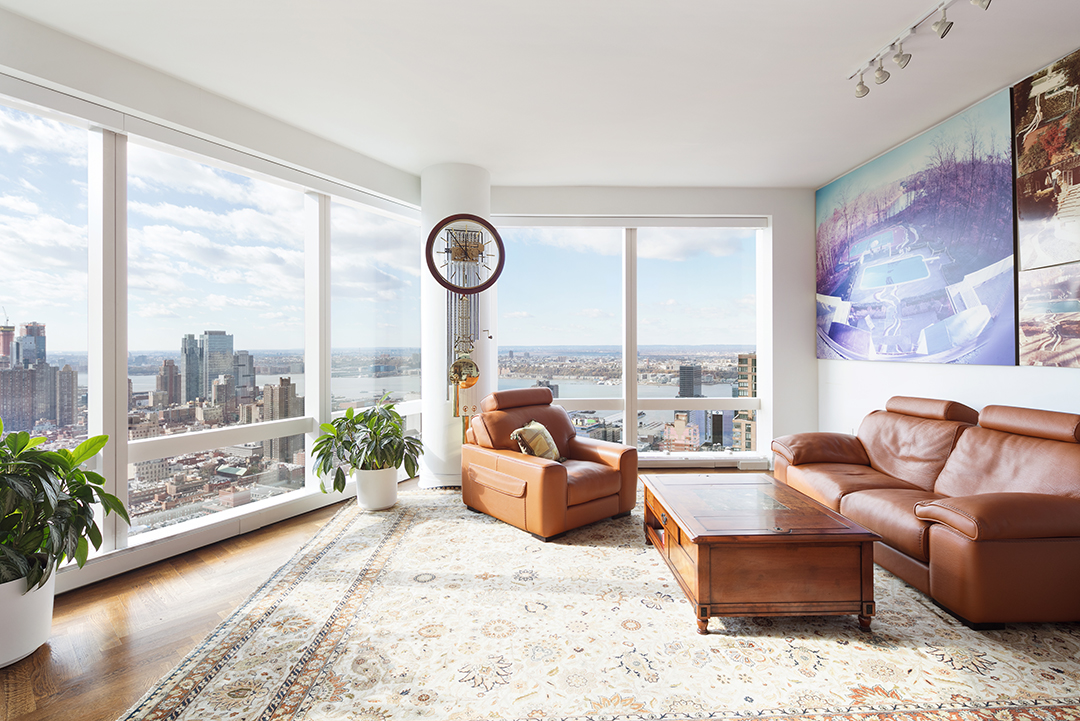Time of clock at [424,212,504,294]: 11:53
